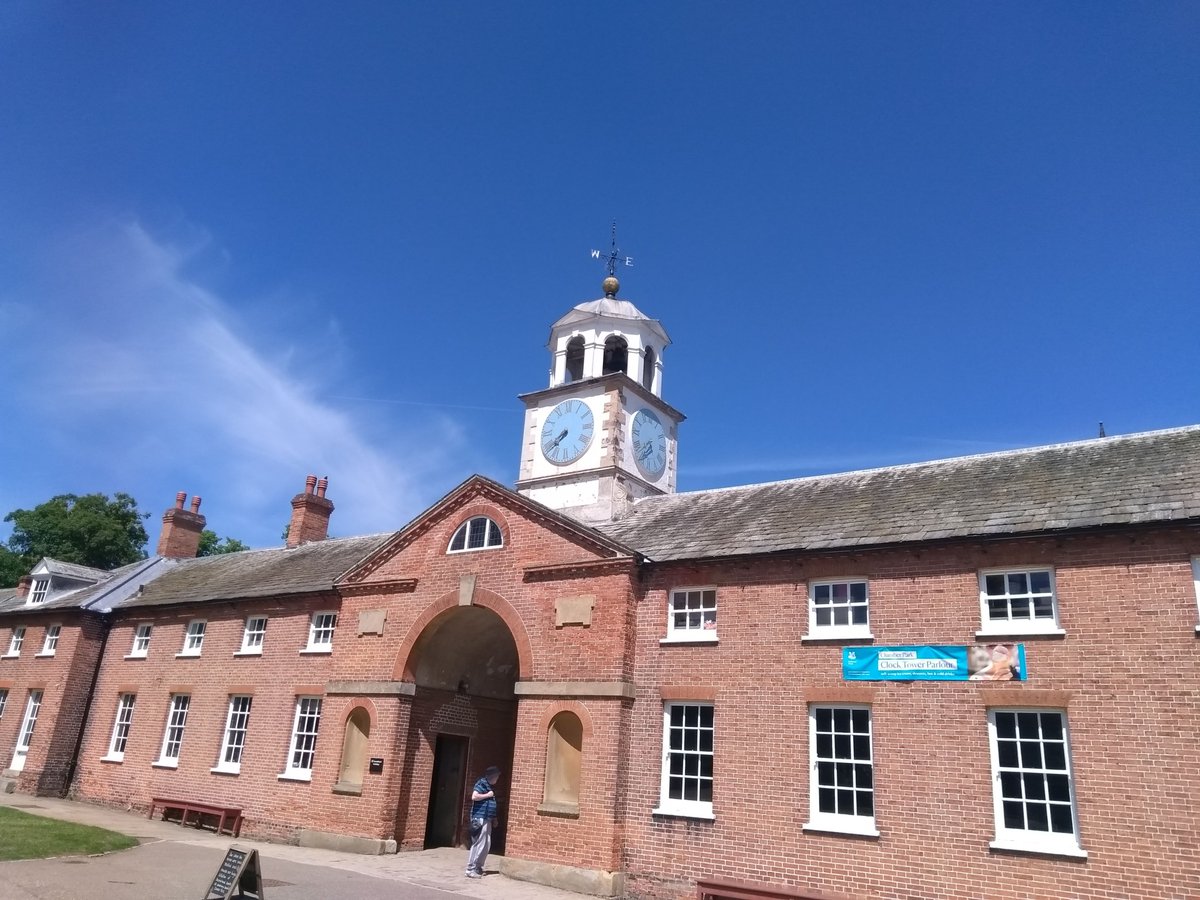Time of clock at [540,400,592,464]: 7:38
